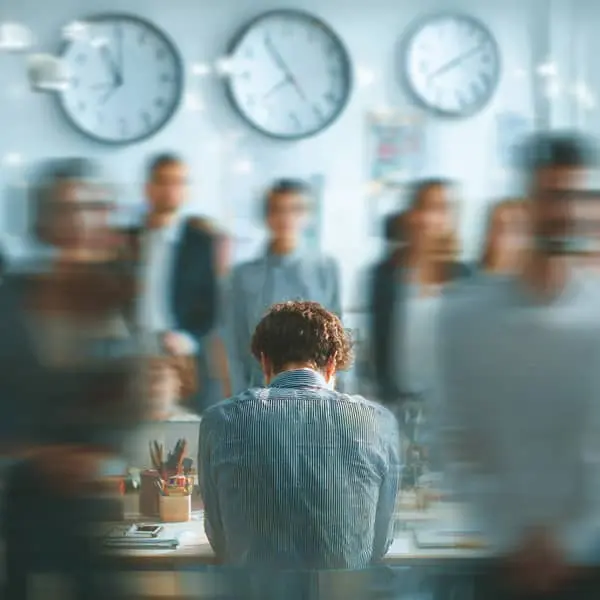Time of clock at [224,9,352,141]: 7:54
